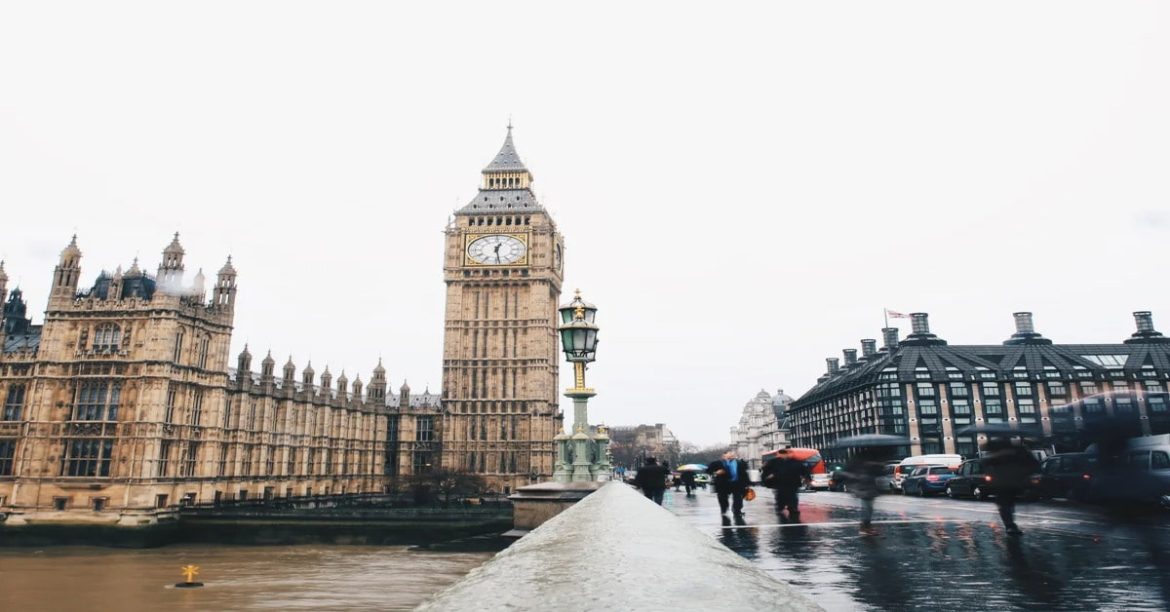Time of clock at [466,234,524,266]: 12:28
